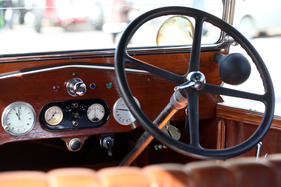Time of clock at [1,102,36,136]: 10:58
